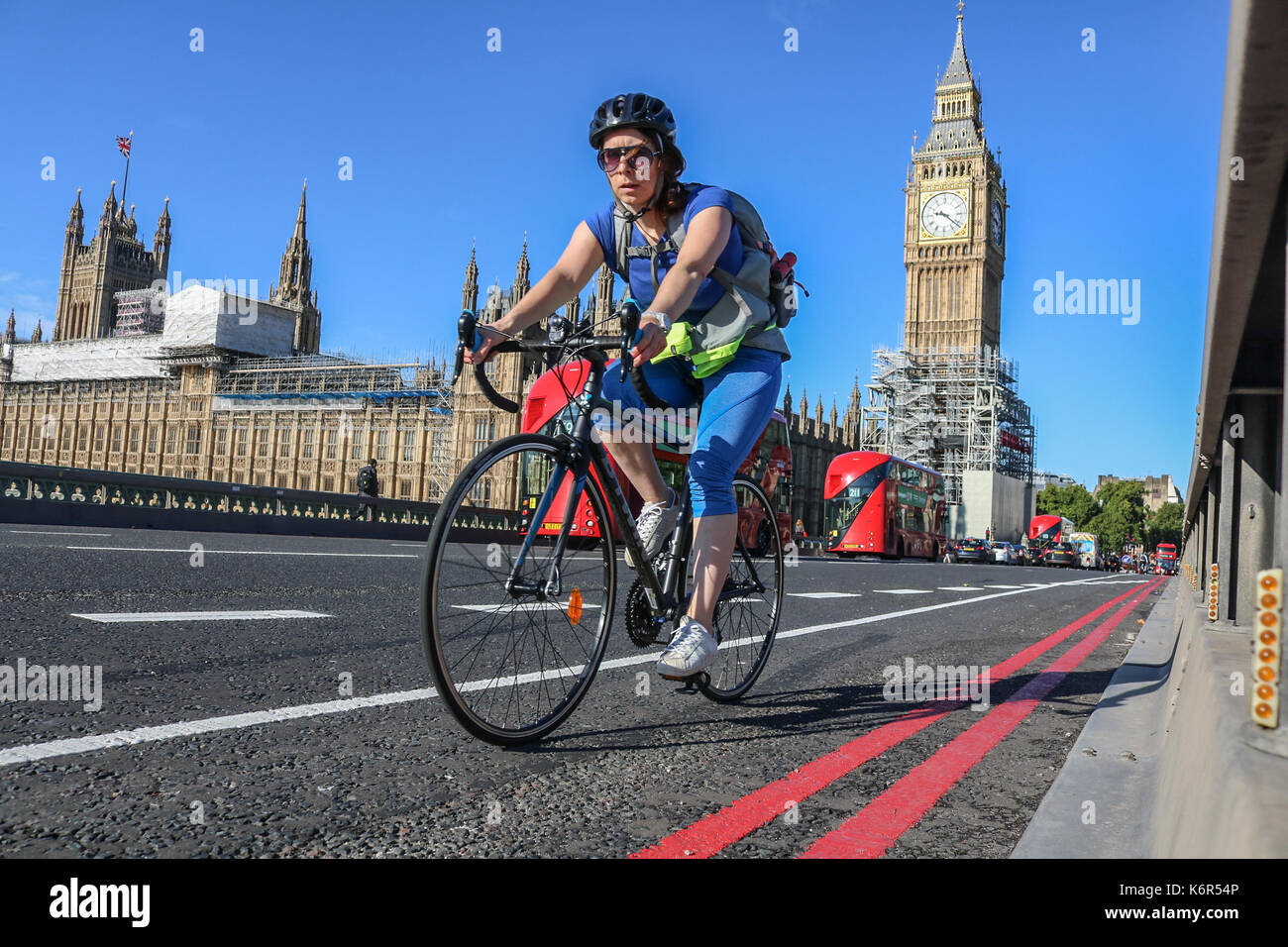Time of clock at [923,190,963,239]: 9:21
